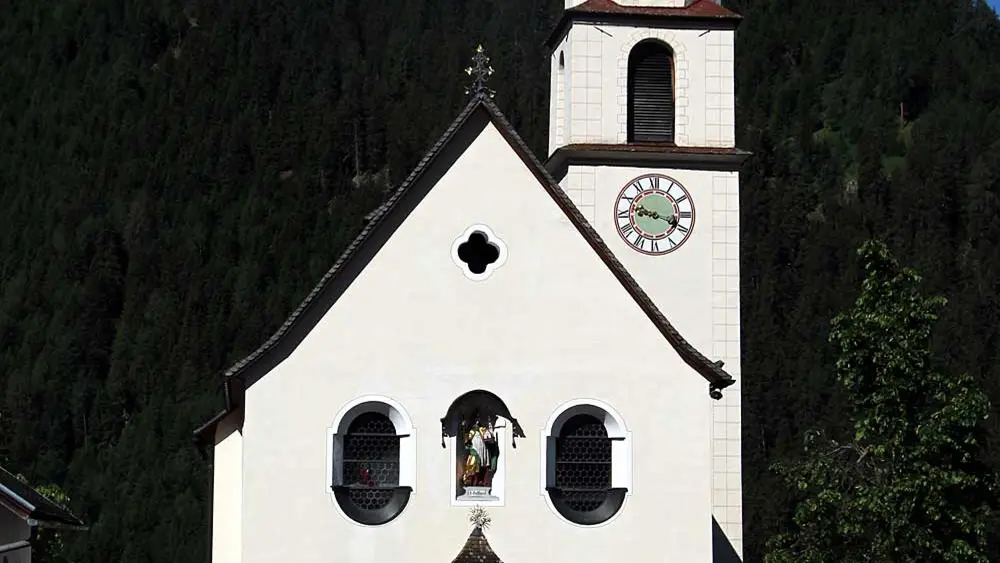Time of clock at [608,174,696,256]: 9:18
